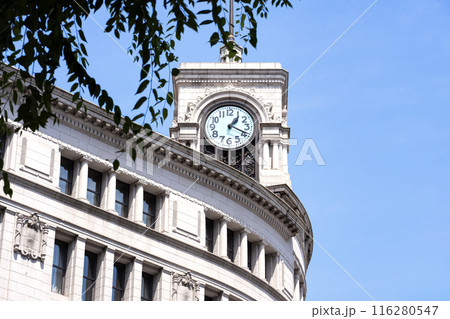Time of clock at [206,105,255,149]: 1:18
